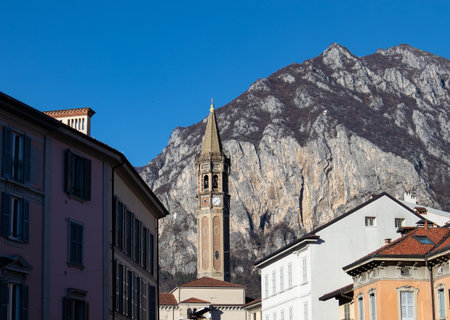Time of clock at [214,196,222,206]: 7:37
